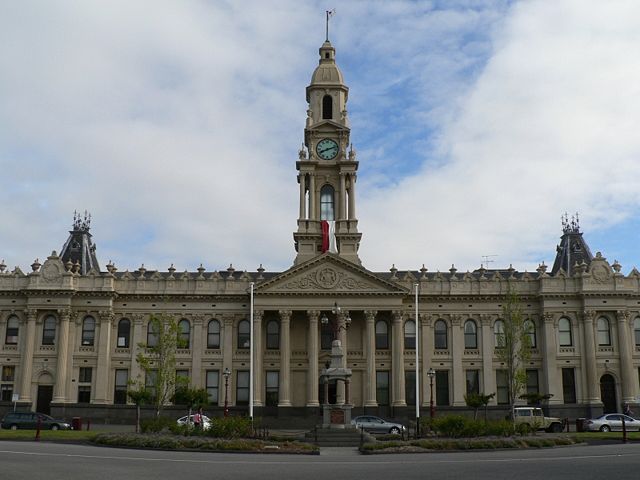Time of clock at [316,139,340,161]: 8:12
